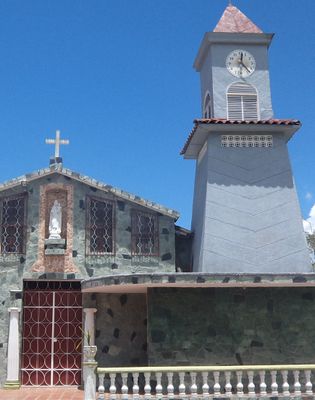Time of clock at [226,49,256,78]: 12:23
